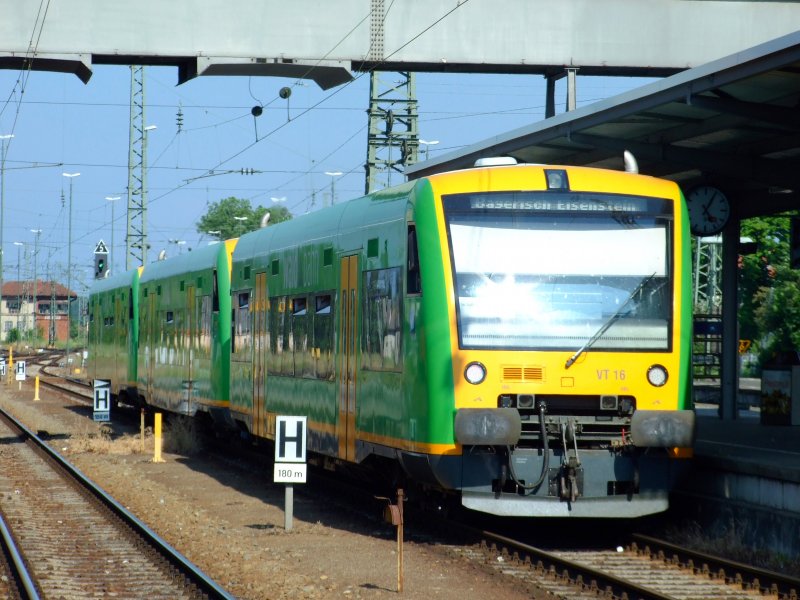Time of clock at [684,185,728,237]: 5:05
